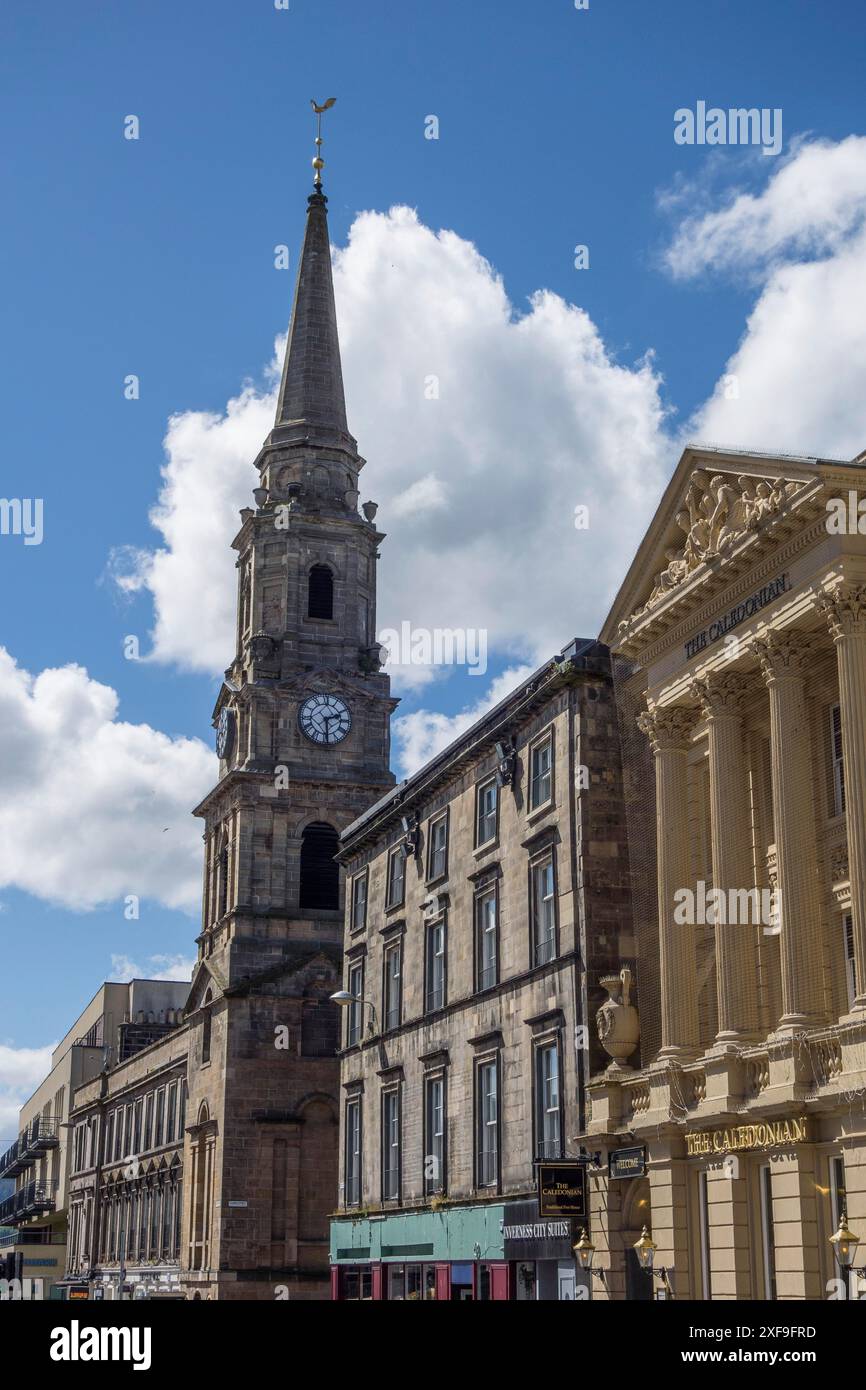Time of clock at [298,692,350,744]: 2:29
